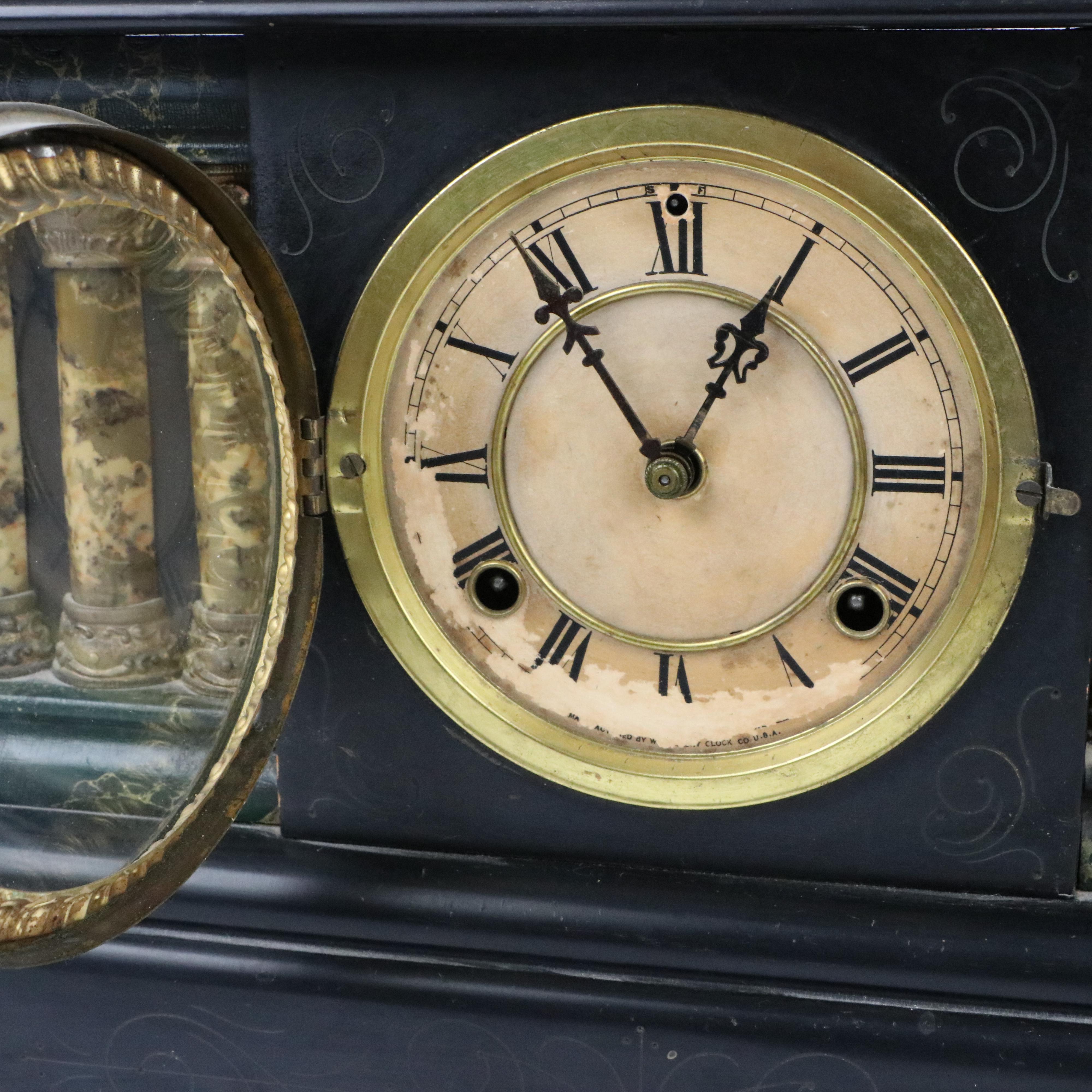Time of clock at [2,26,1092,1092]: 12:54
